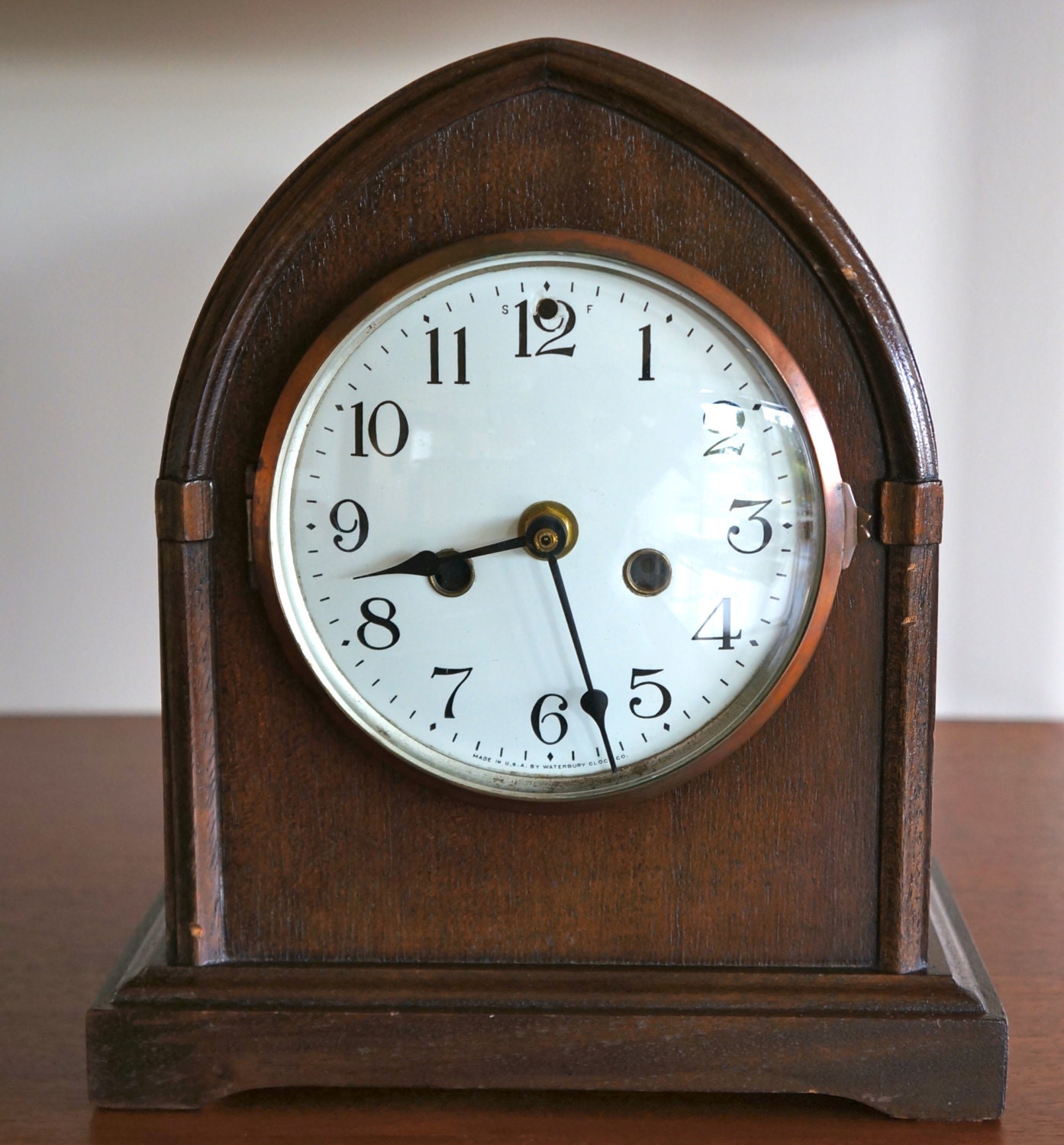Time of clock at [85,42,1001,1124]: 8:27
